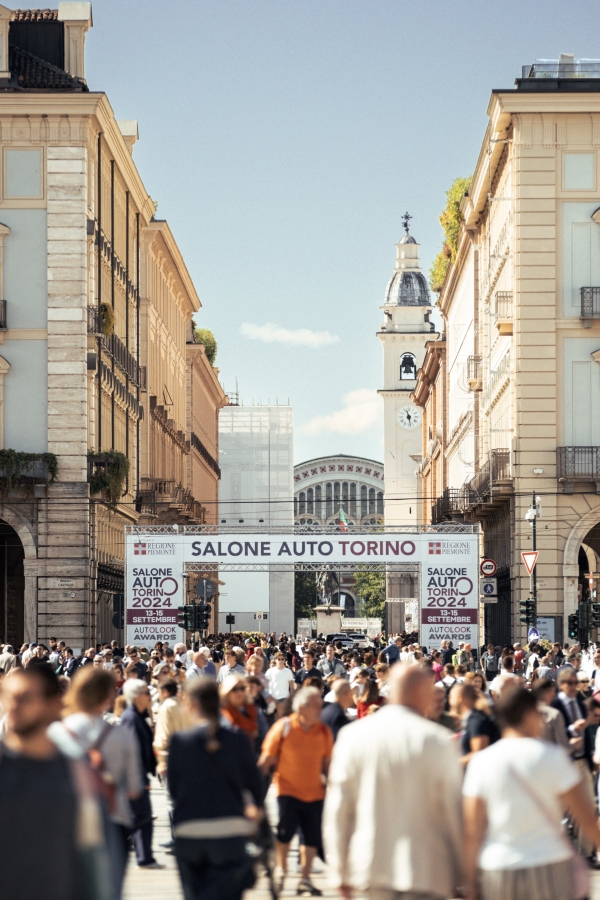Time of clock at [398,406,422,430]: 11:28
